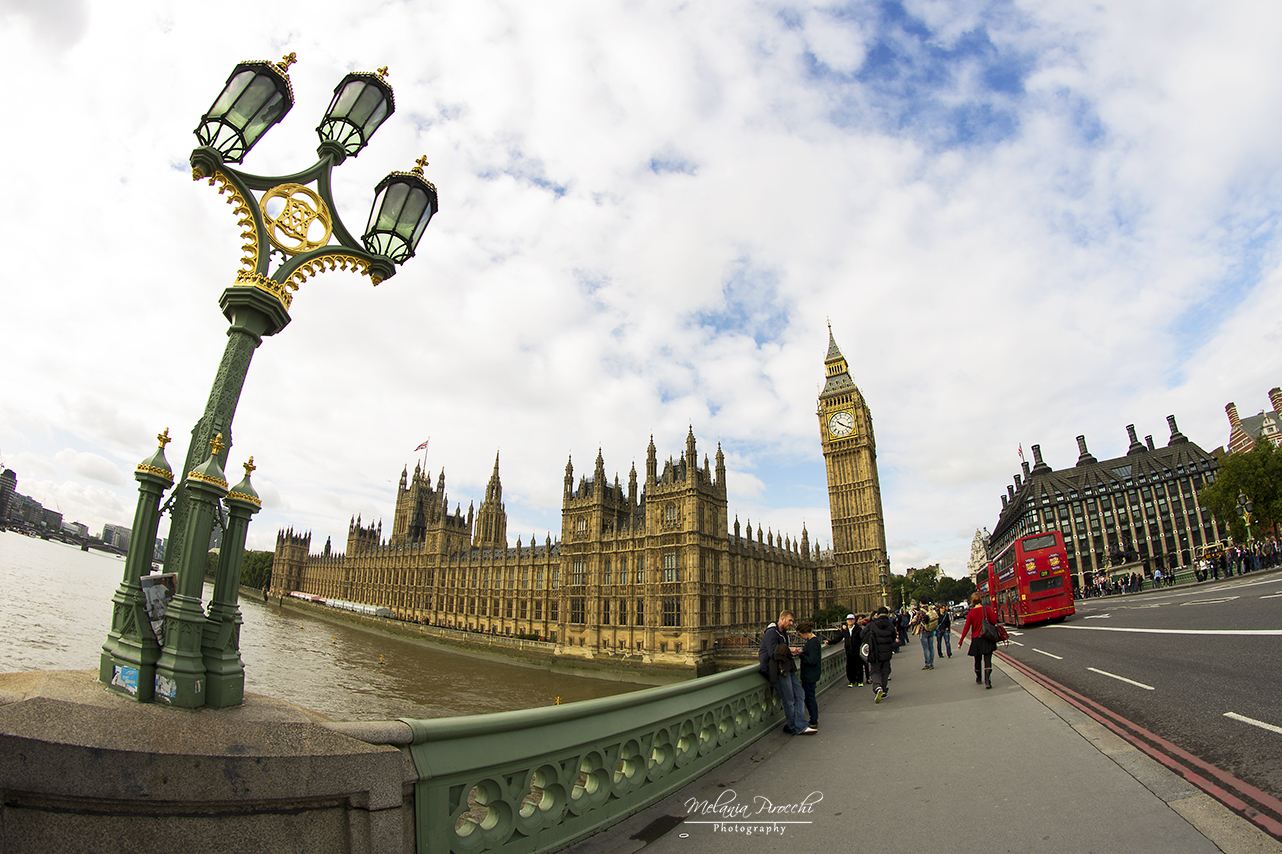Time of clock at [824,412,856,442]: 10:20
